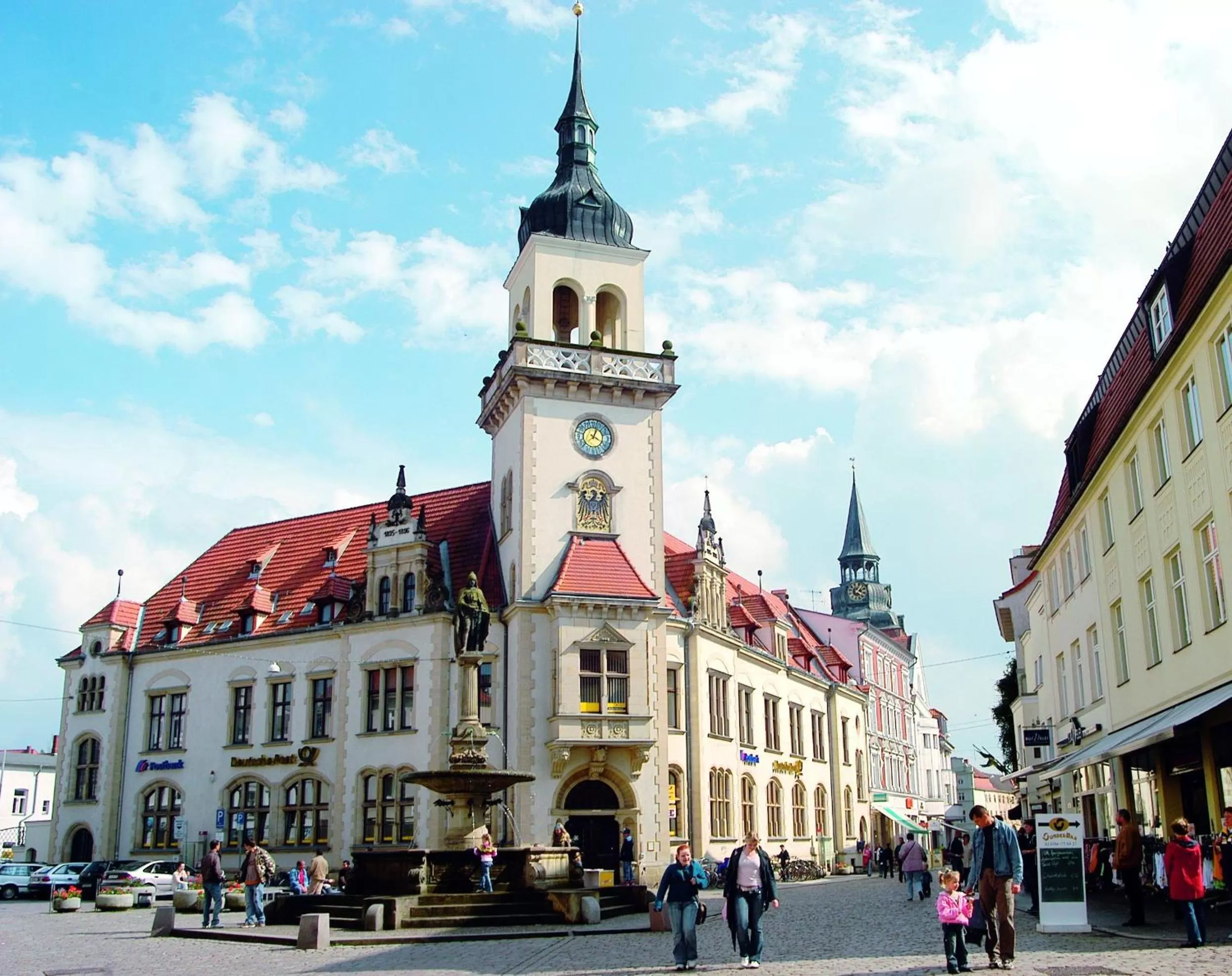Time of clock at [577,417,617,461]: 4:03
